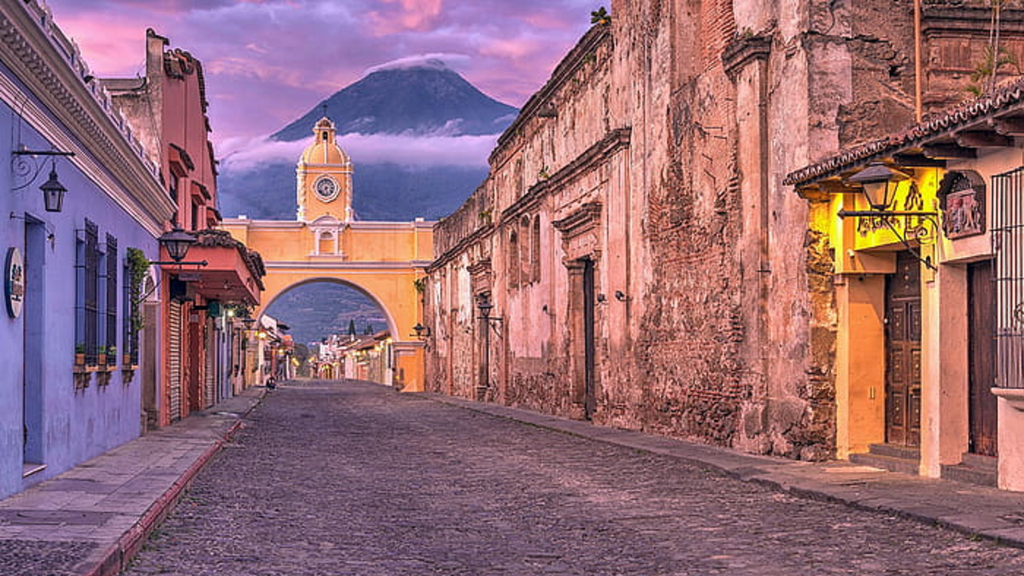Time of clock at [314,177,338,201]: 7:28
